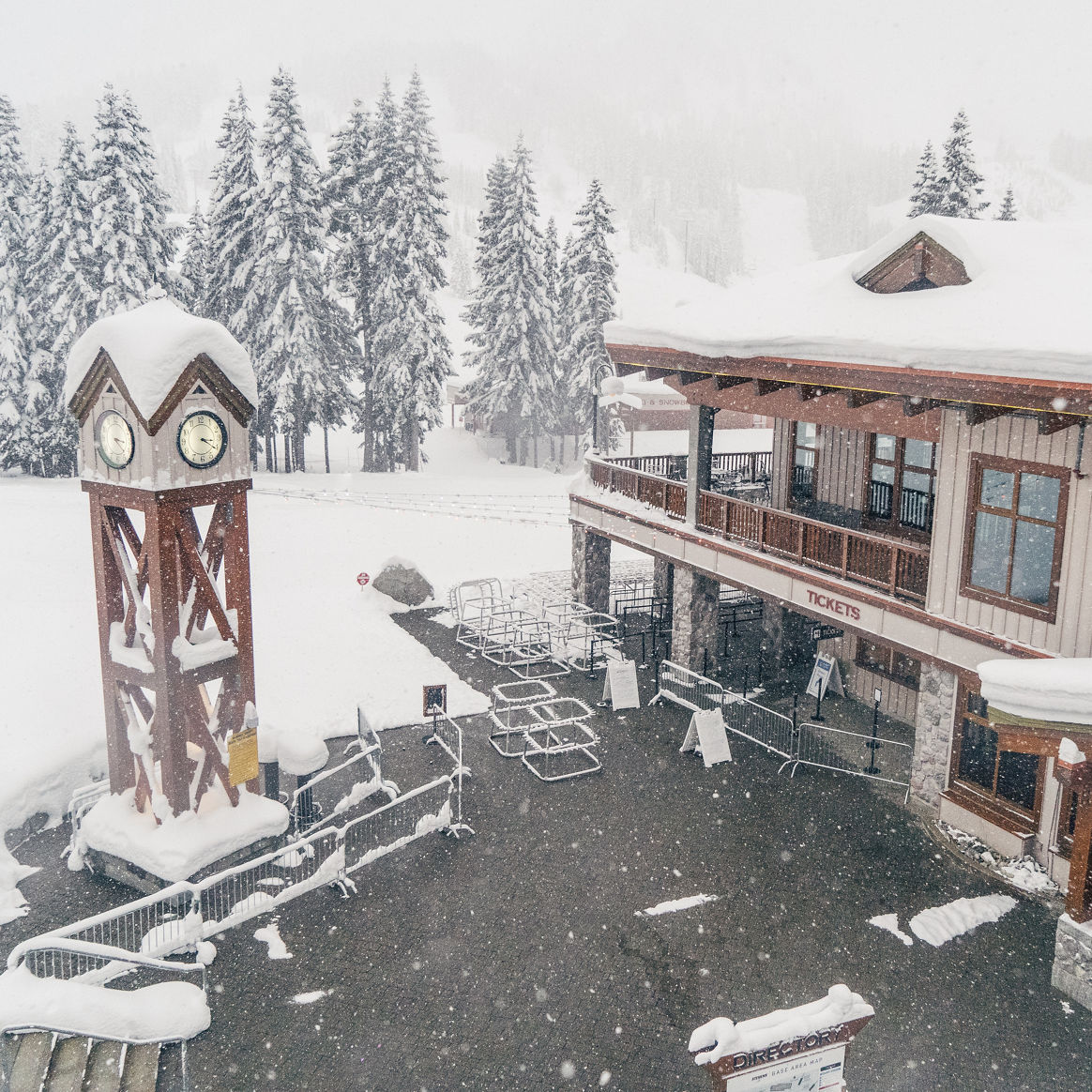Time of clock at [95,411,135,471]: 3:22
